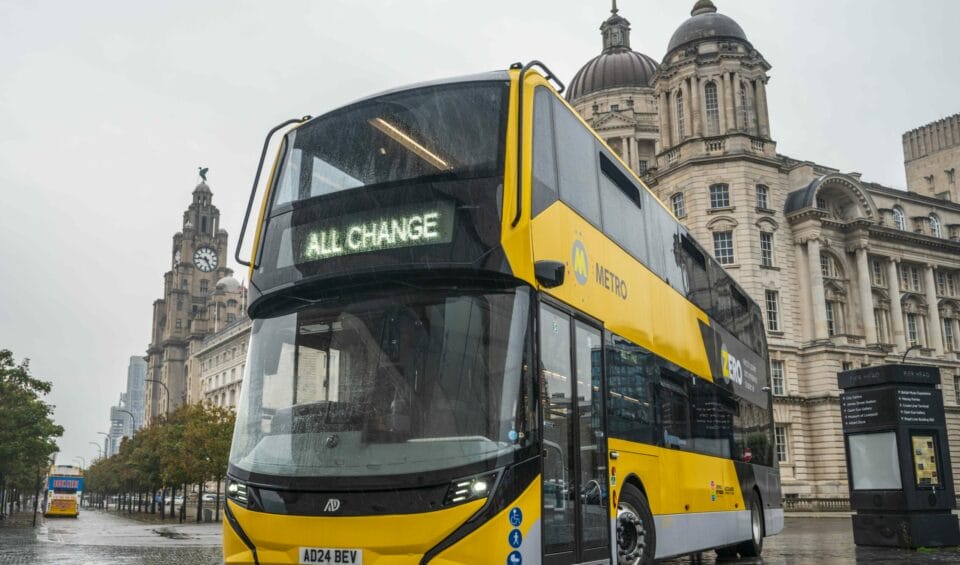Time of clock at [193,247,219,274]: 9:25
